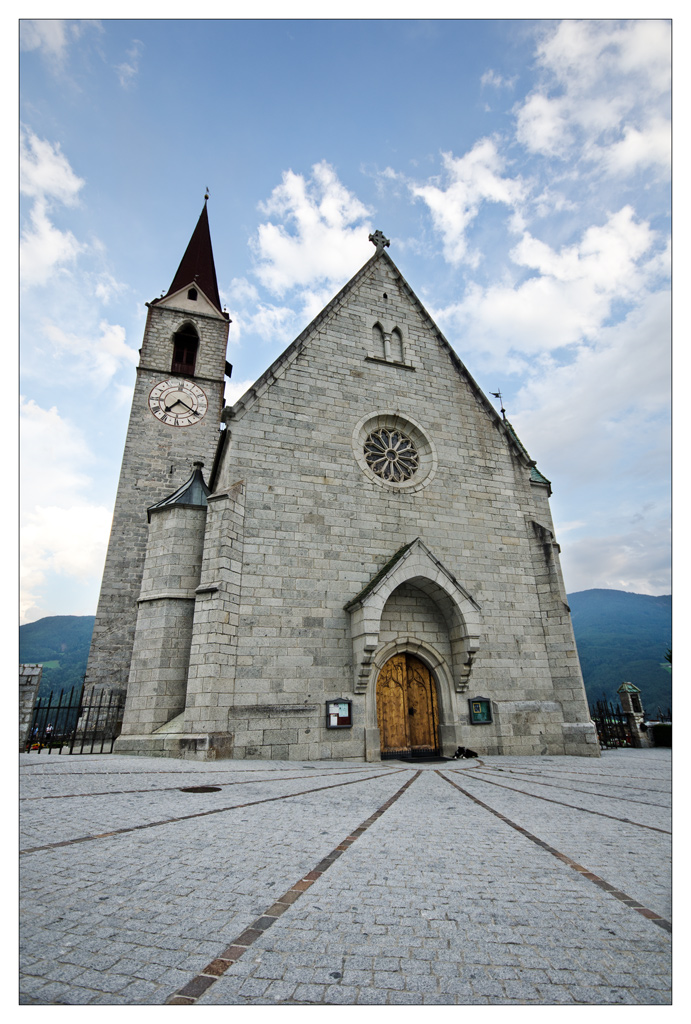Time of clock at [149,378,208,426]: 7:20
